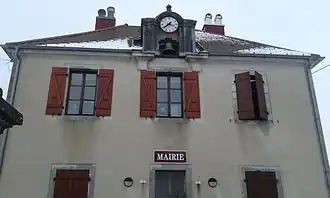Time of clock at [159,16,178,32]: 3:39
